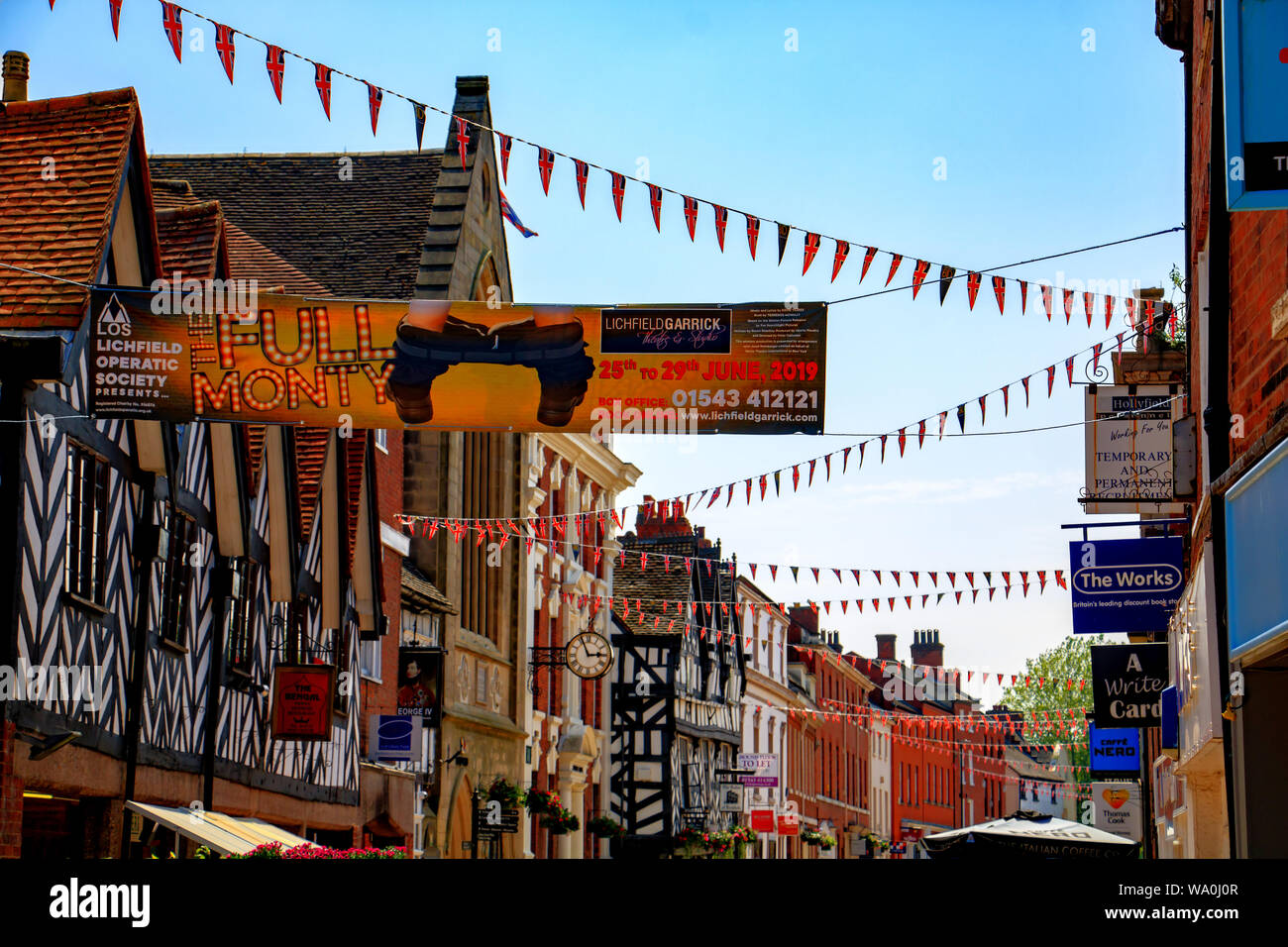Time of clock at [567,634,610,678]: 2:56
